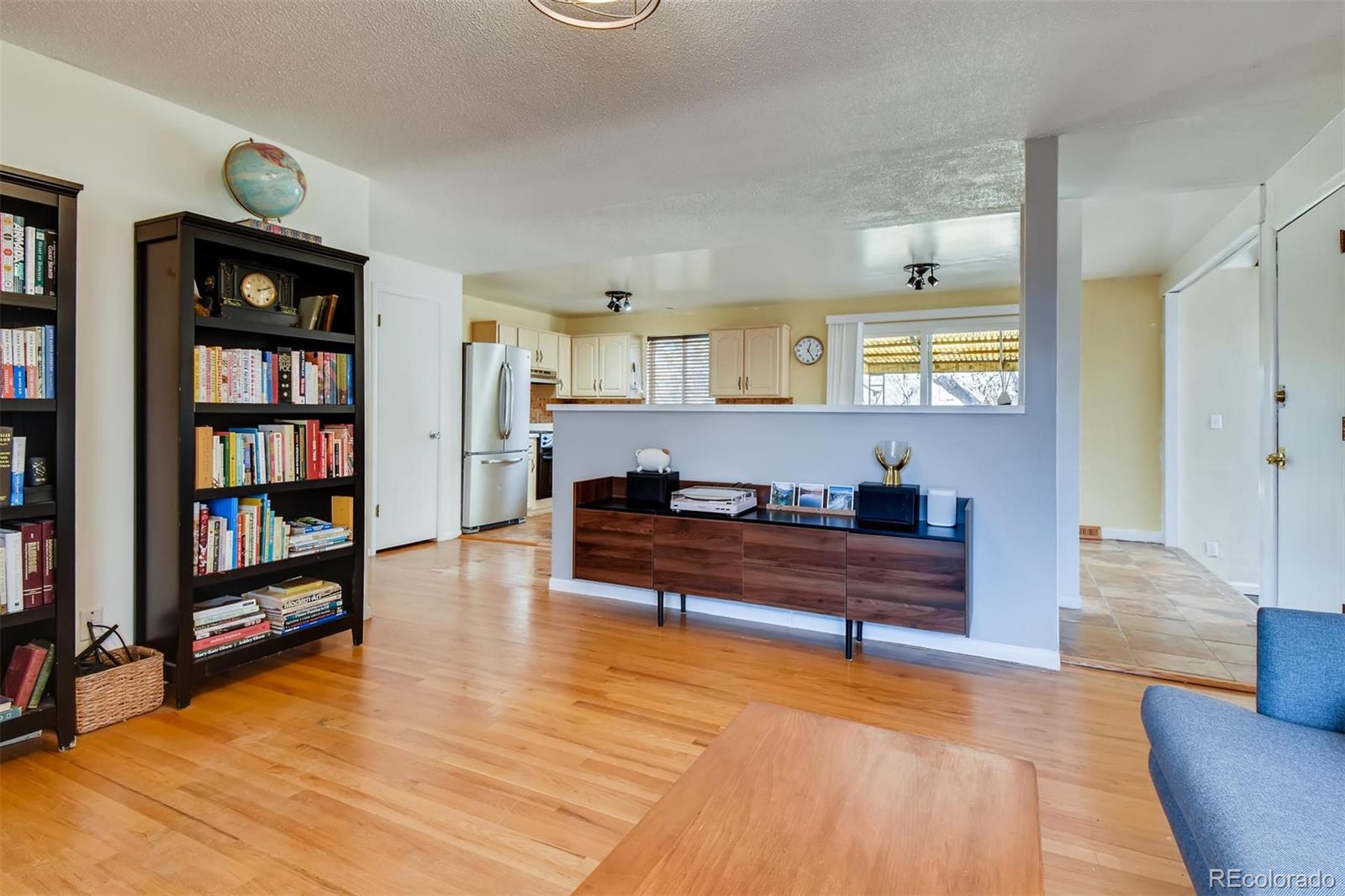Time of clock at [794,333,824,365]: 12:24
